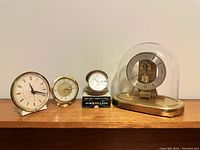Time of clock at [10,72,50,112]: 11:17
